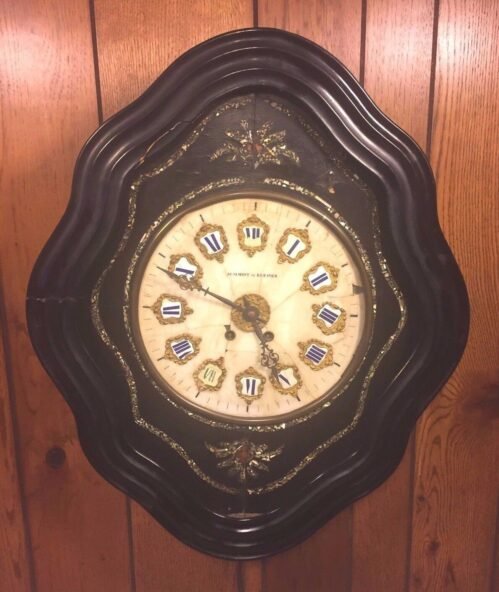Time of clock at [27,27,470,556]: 4:49
